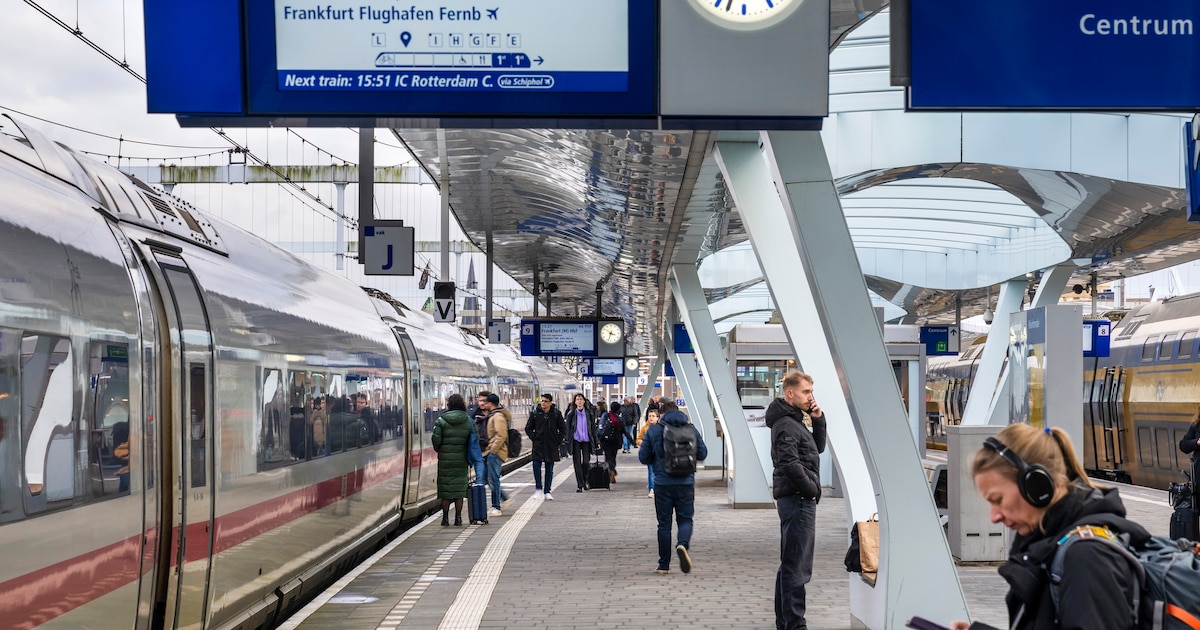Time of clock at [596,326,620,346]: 3:33
